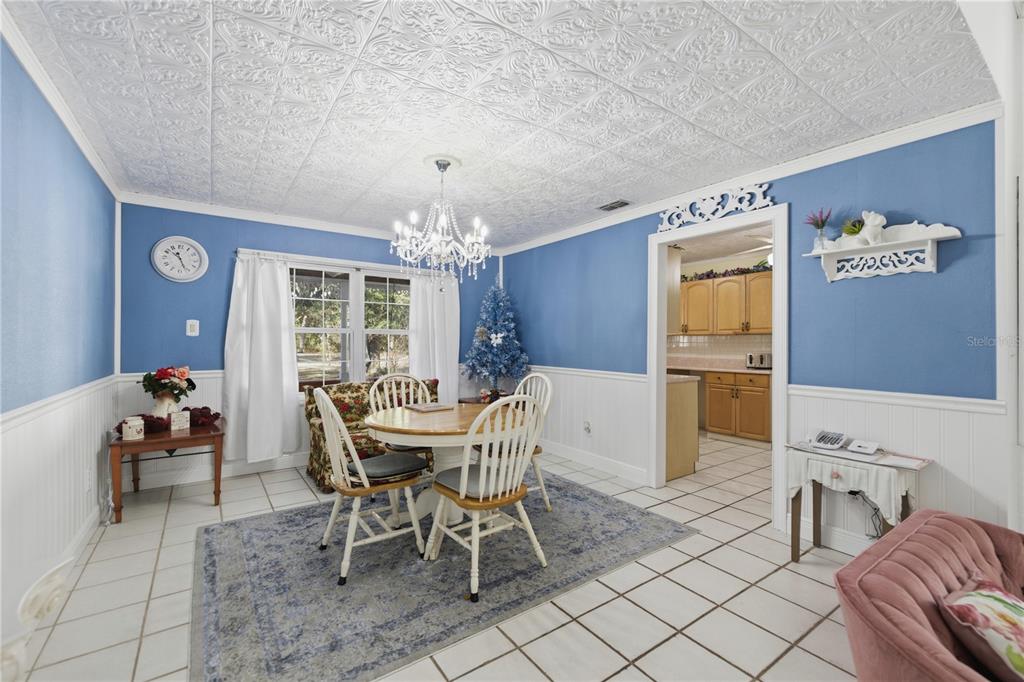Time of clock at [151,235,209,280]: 10:26
